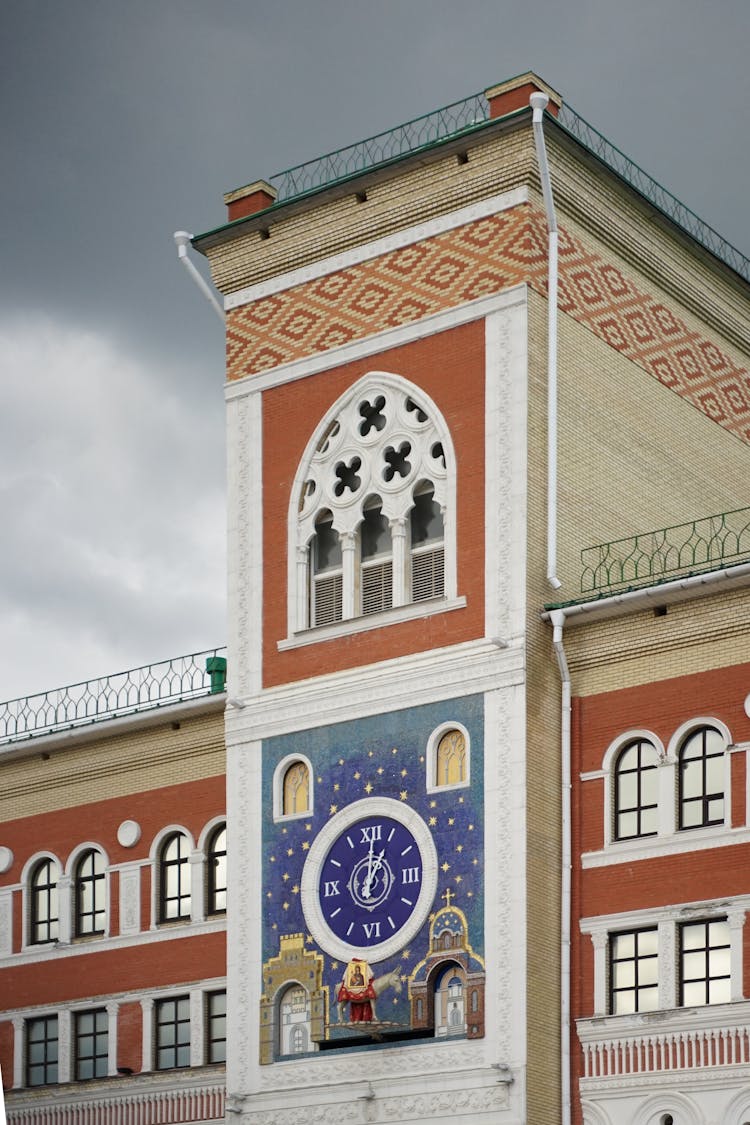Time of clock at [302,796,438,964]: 1:01
